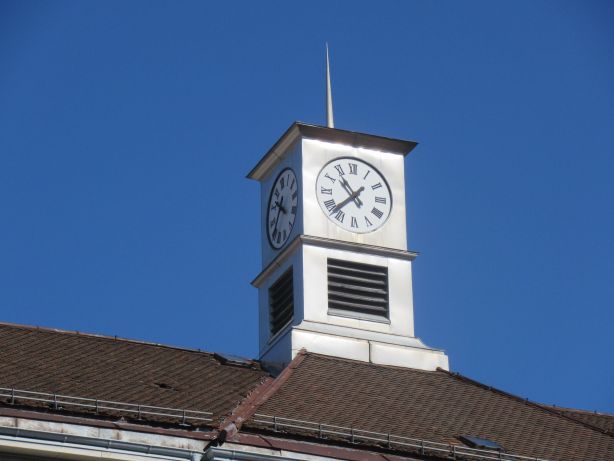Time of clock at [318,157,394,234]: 10:37
